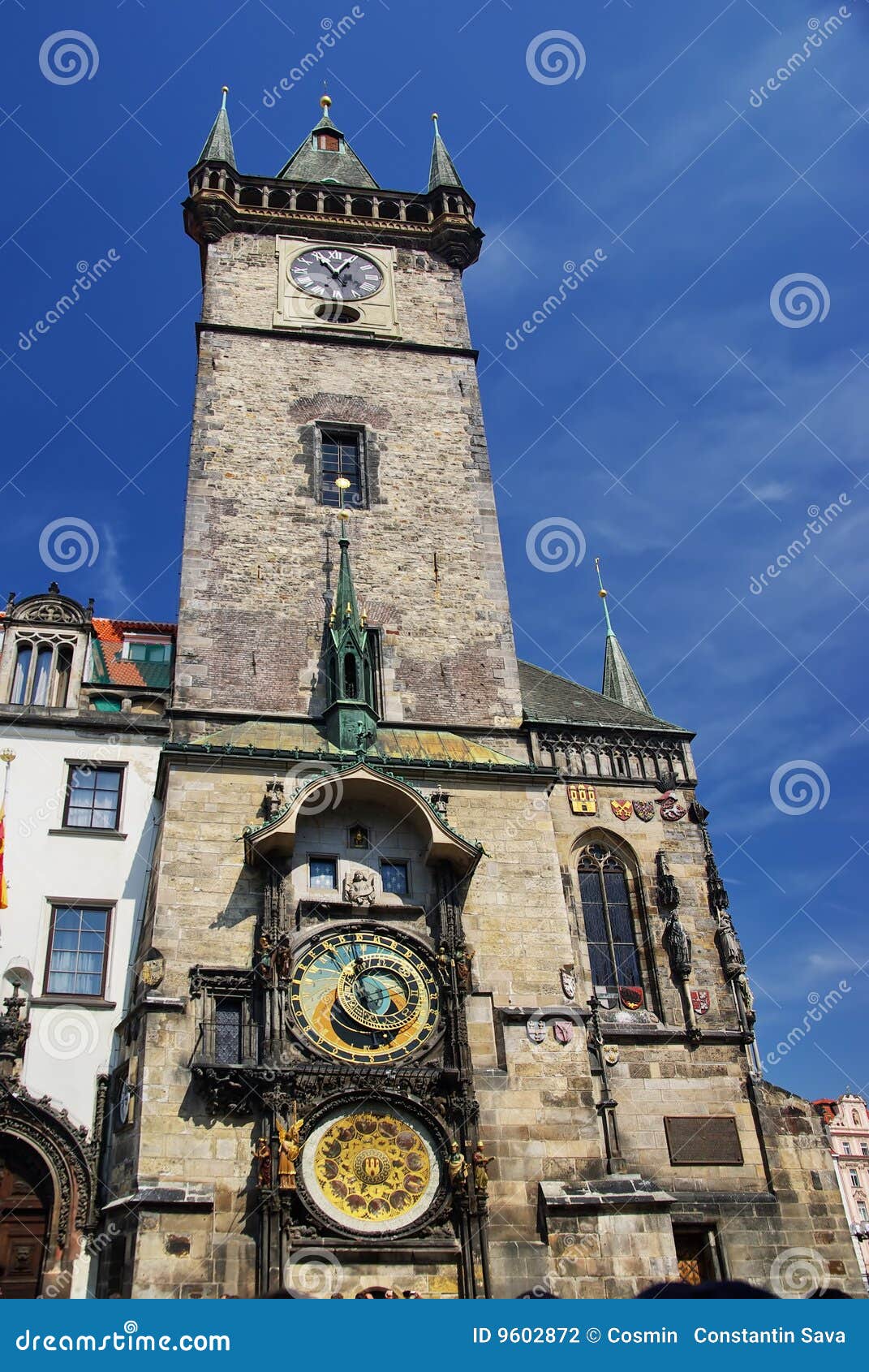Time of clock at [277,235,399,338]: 12:54
